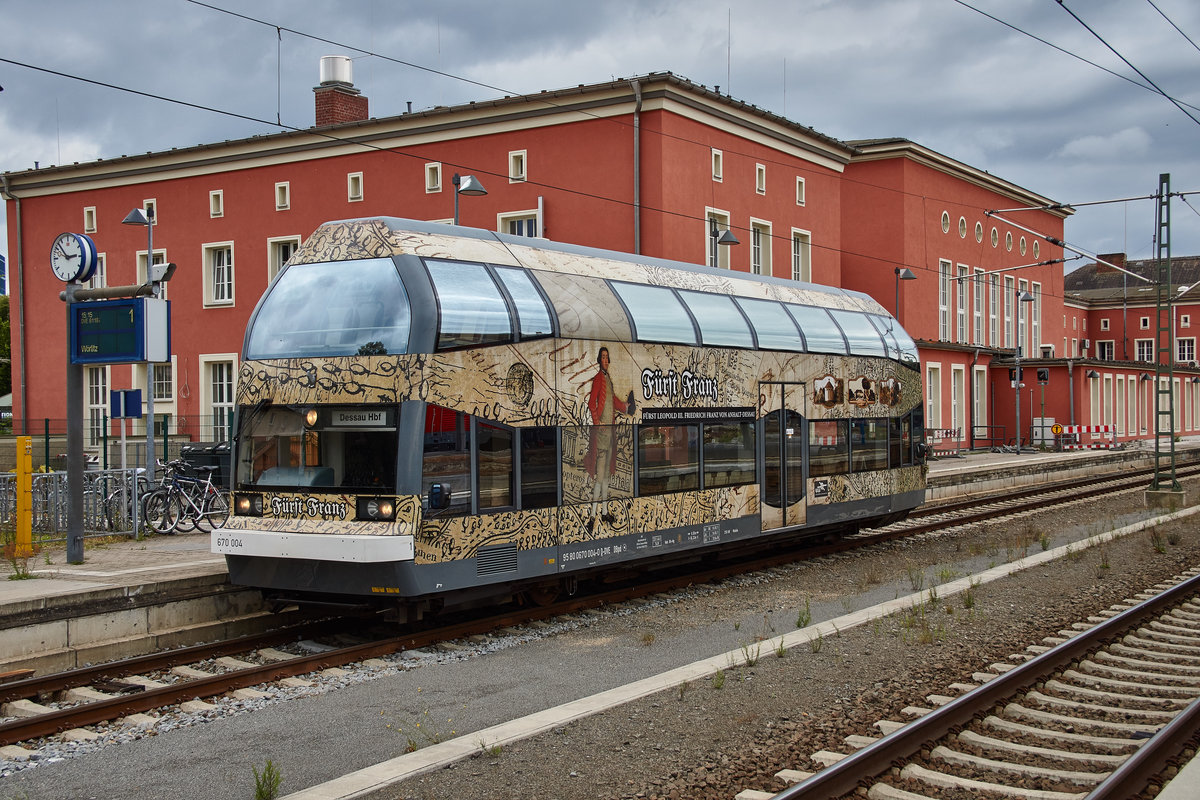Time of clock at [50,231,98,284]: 2:52
